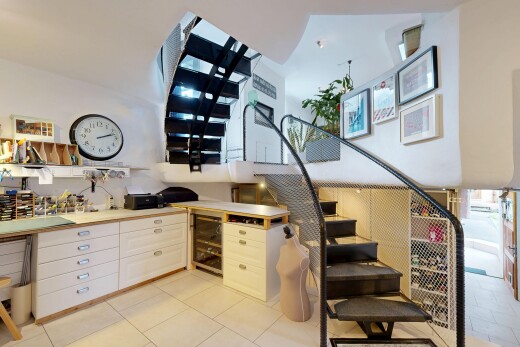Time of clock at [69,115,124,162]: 2:12
